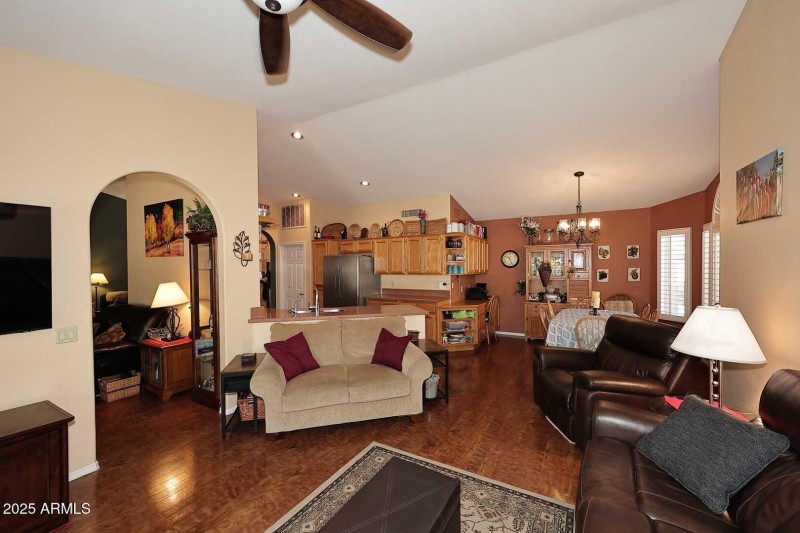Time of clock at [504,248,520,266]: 10:26
